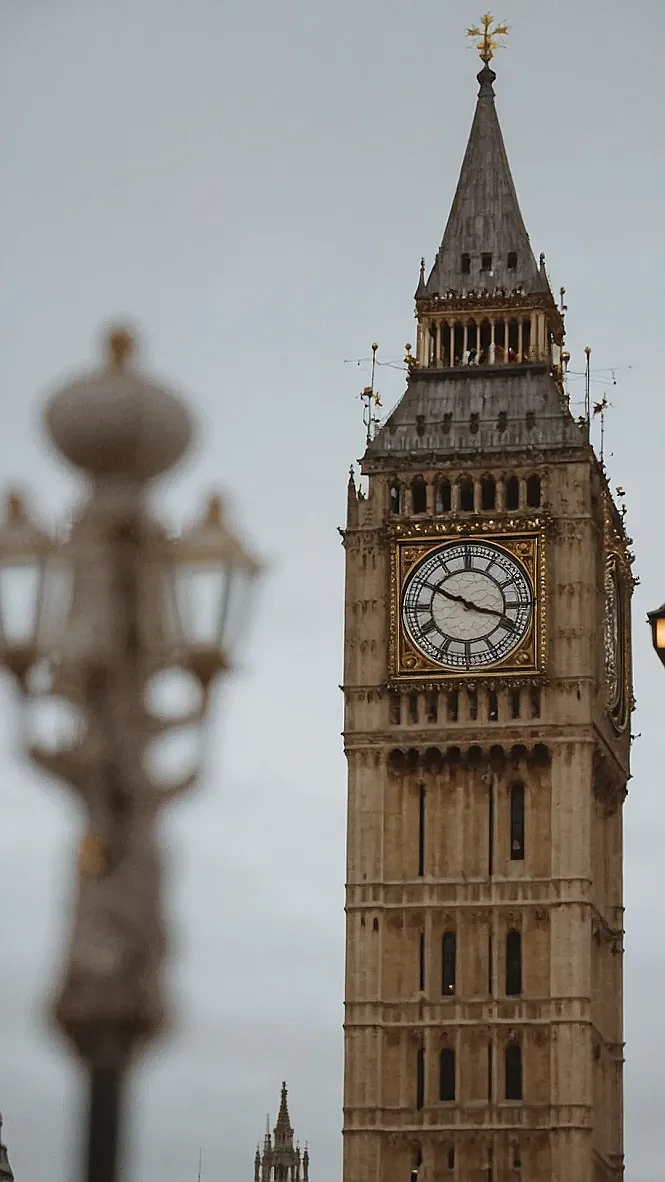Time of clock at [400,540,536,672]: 3:49
